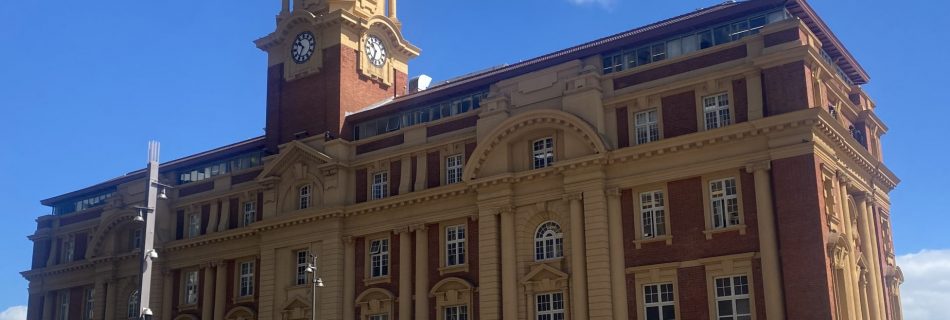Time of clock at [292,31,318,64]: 10:34
